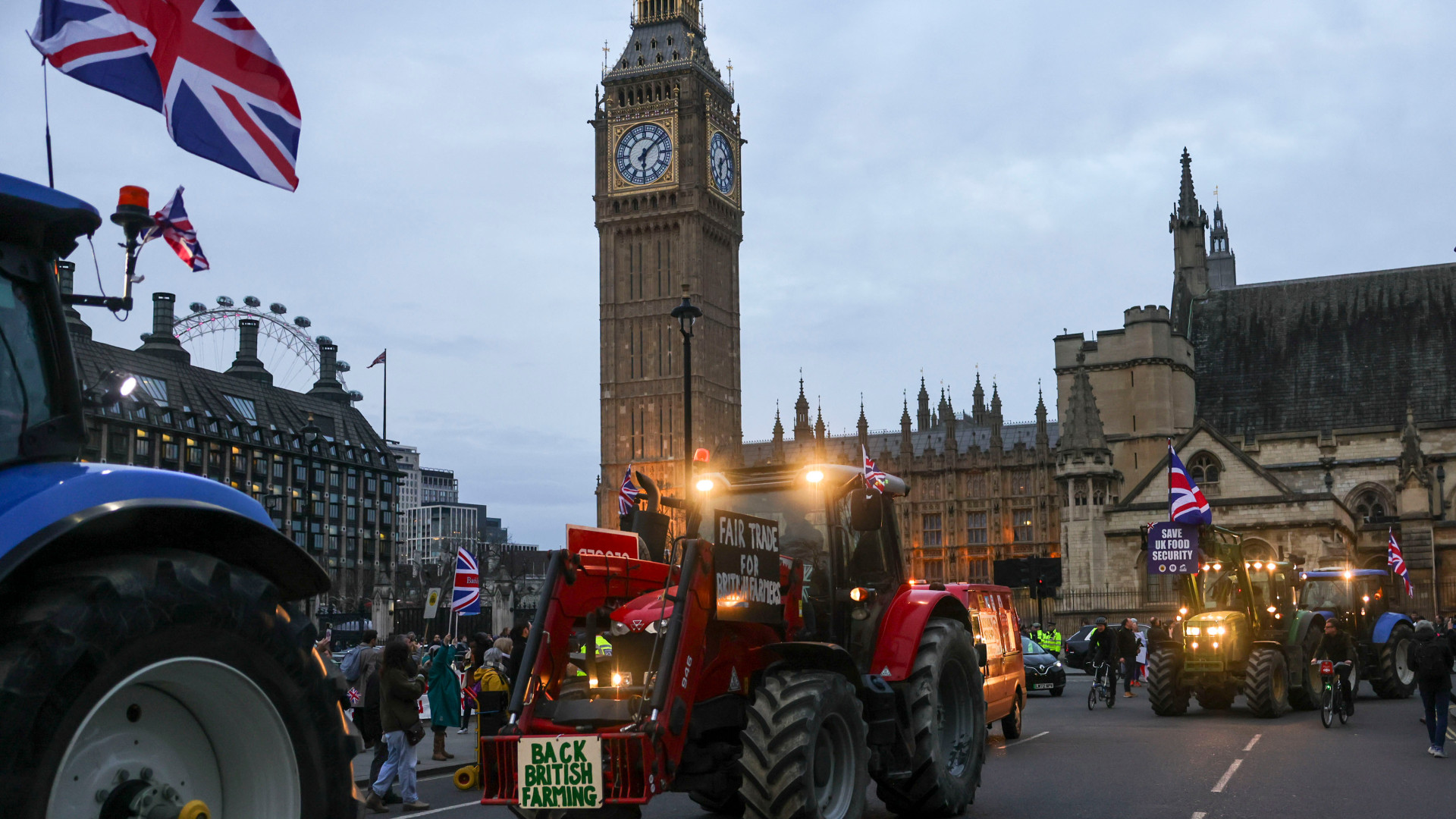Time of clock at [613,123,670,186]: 6:08
